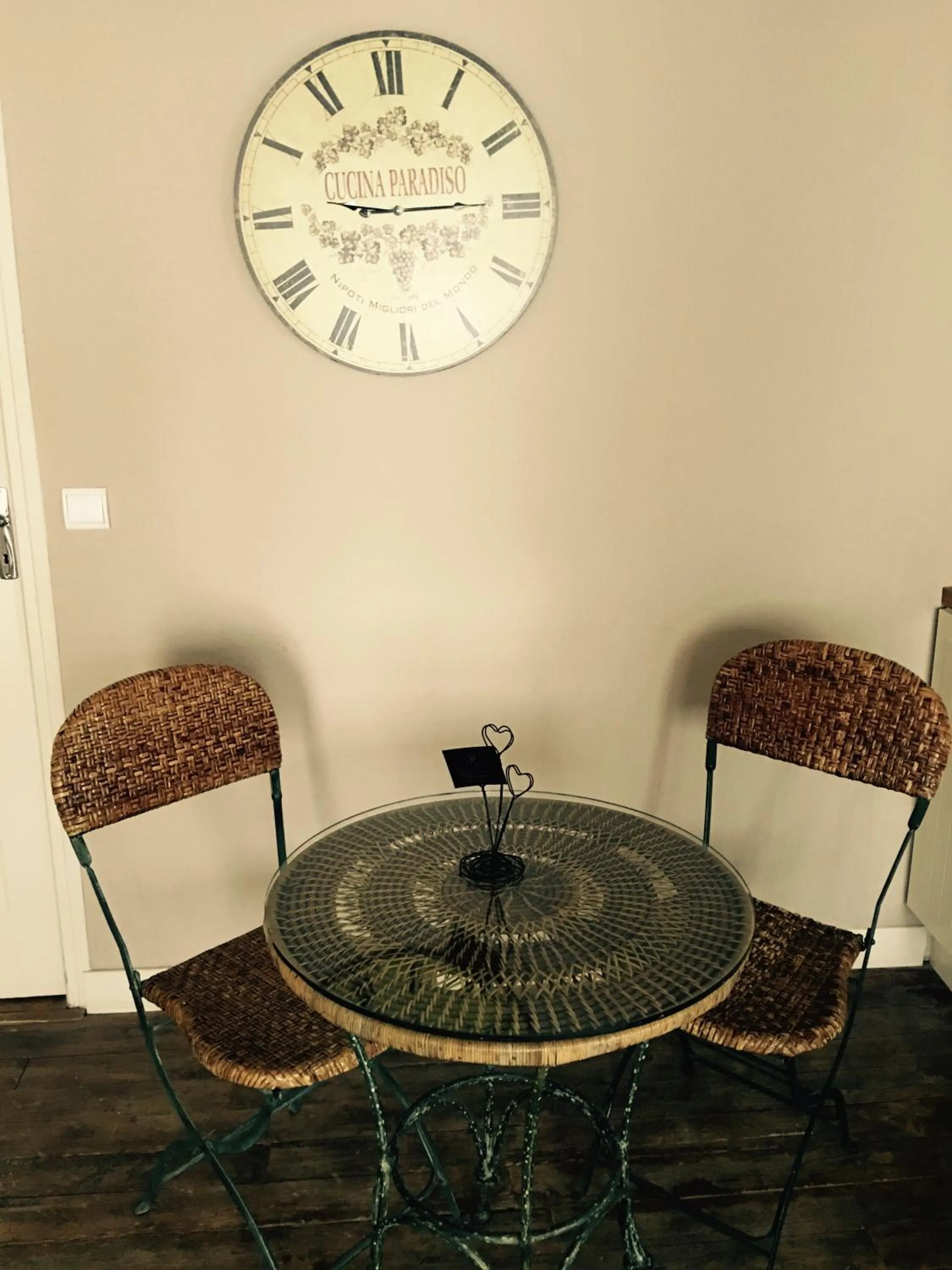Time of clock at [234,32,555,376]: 9:14
